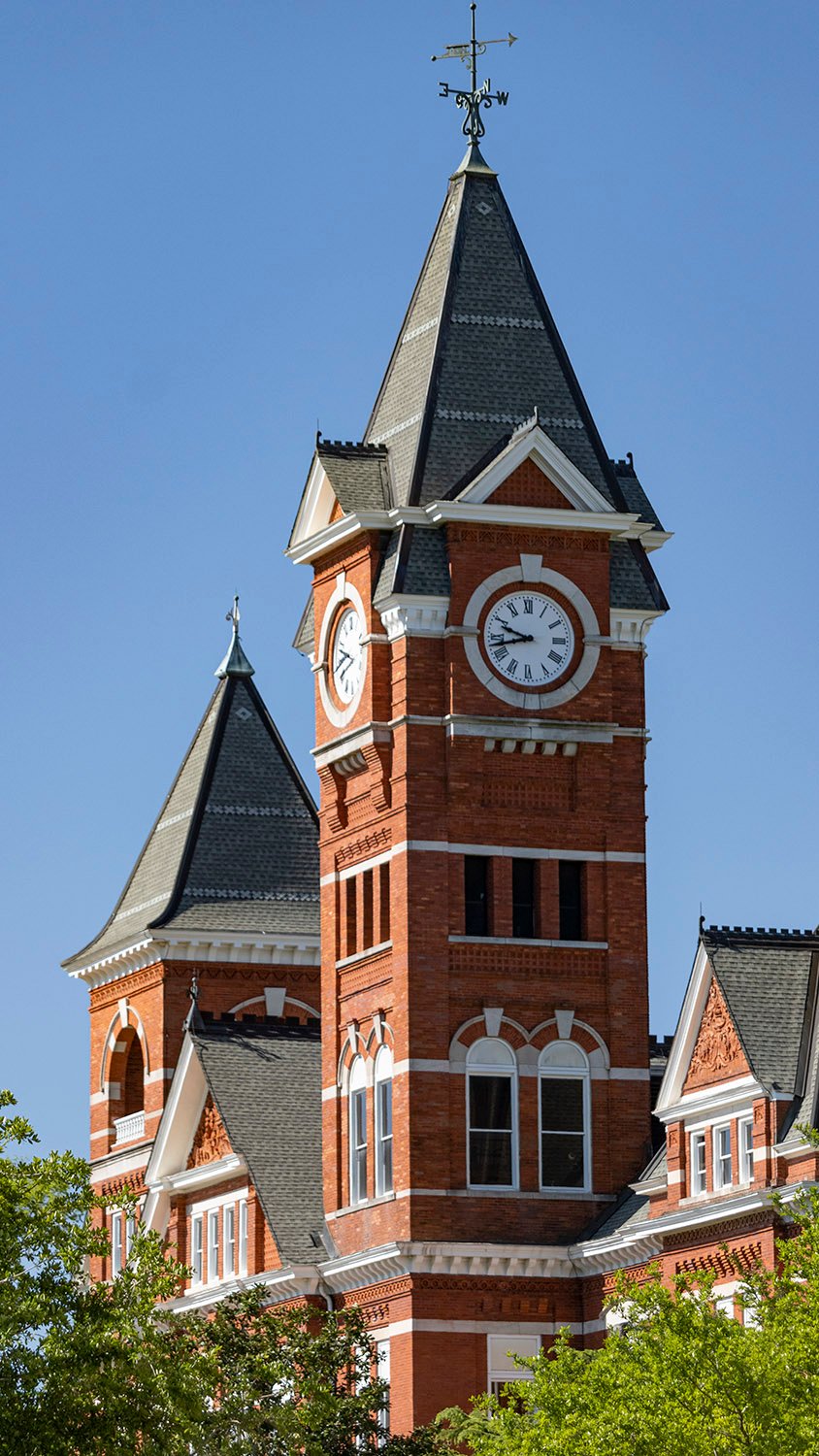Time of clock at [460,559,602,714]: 9:42
